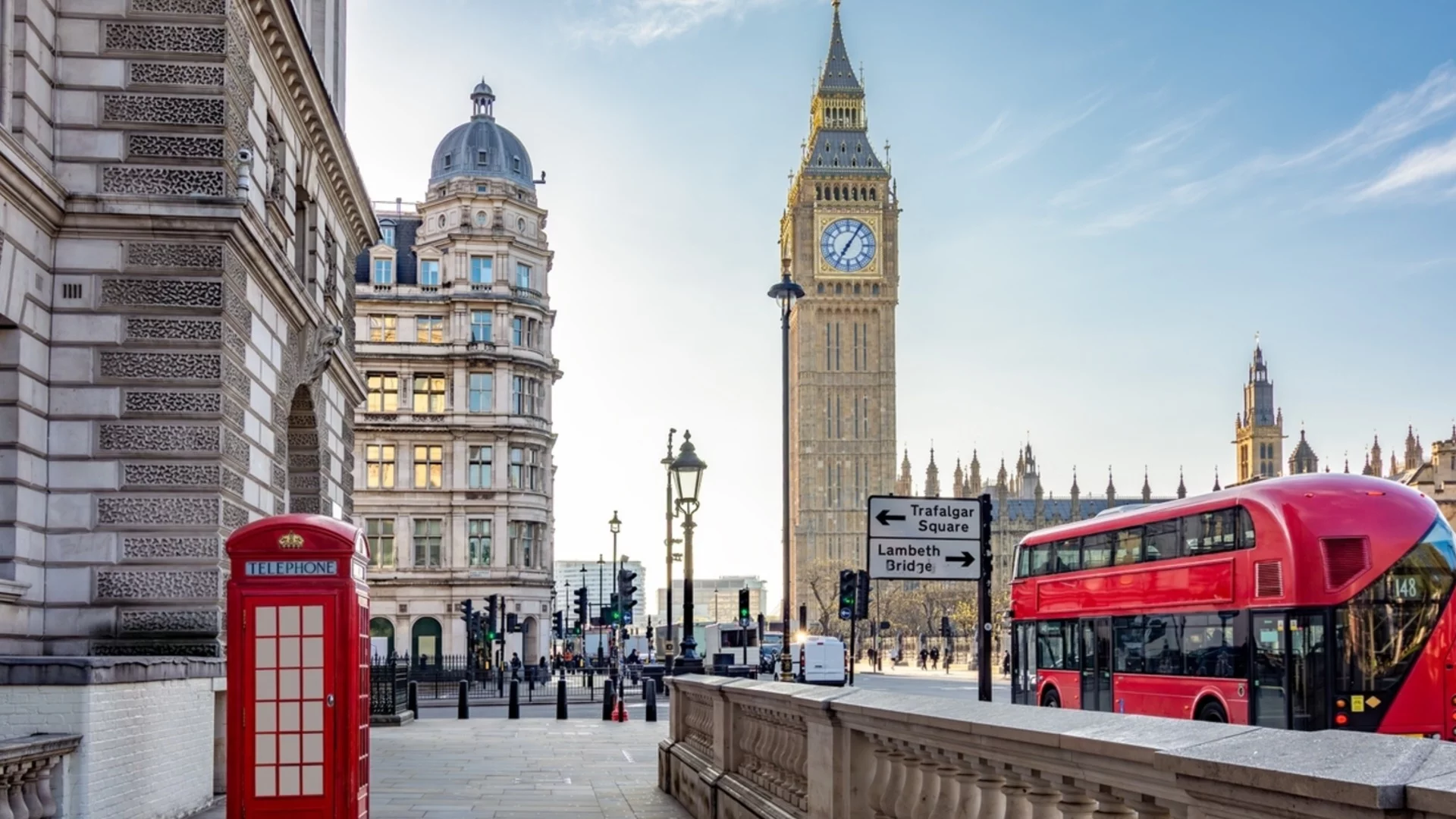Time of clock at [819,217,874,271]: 7:05
